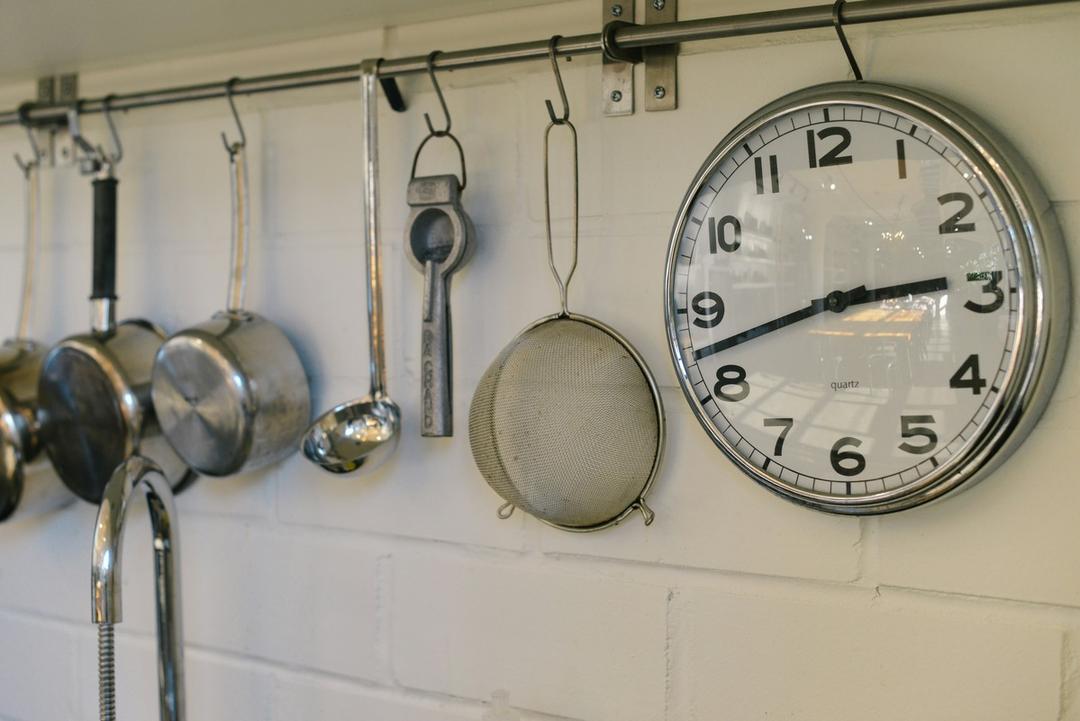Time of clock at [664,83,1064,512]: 2:42
